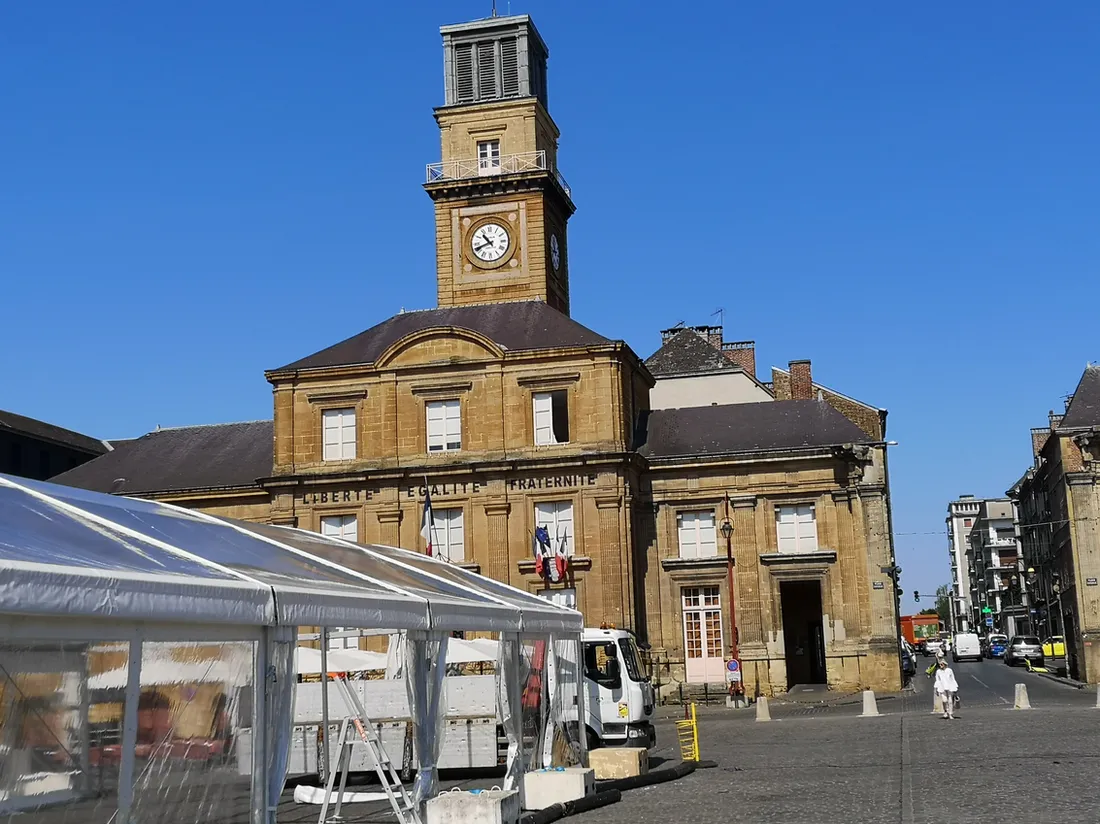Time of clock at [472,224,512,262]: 10:41
